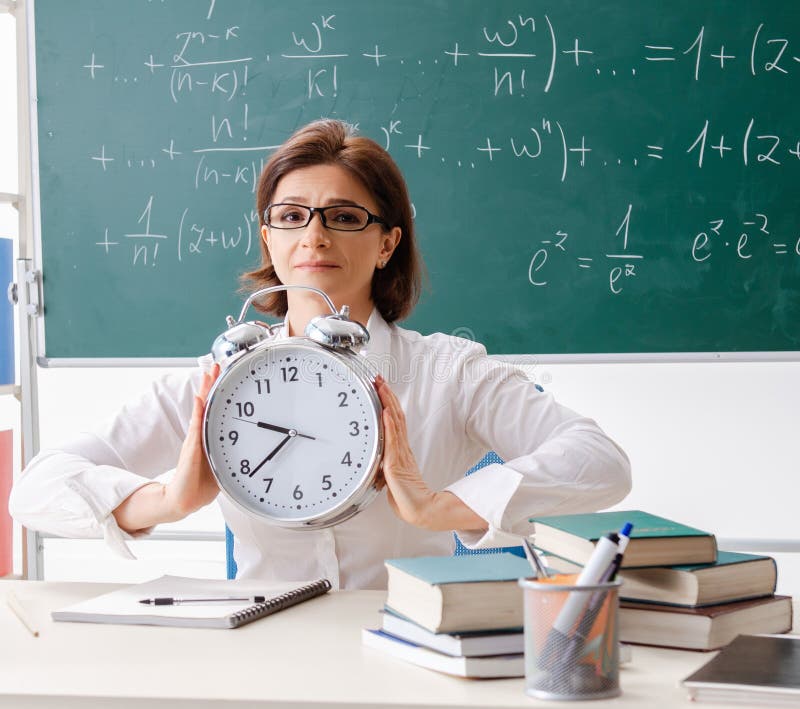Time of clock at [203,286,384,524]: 9:38
